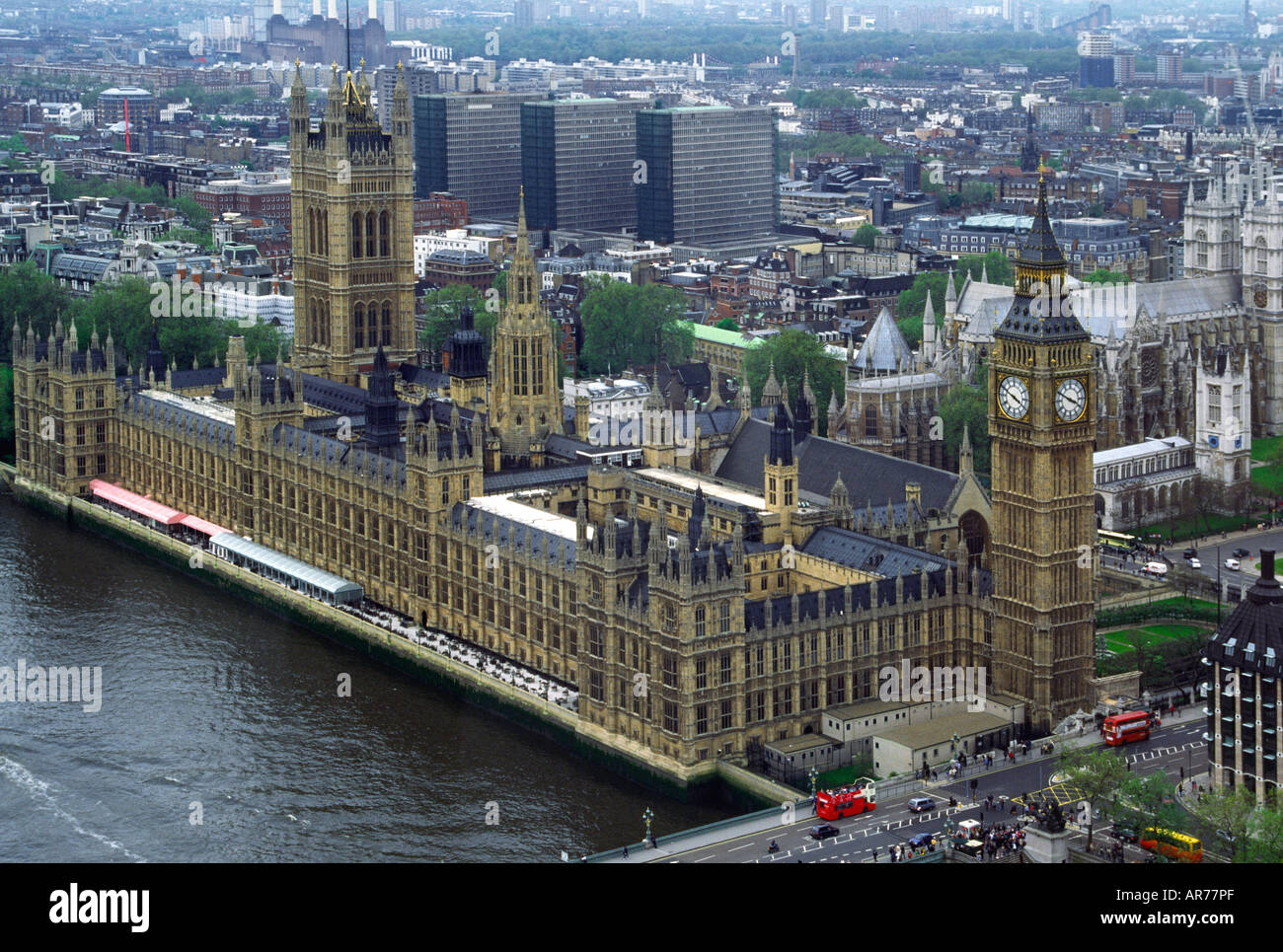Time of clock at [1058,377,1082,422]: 3:49
